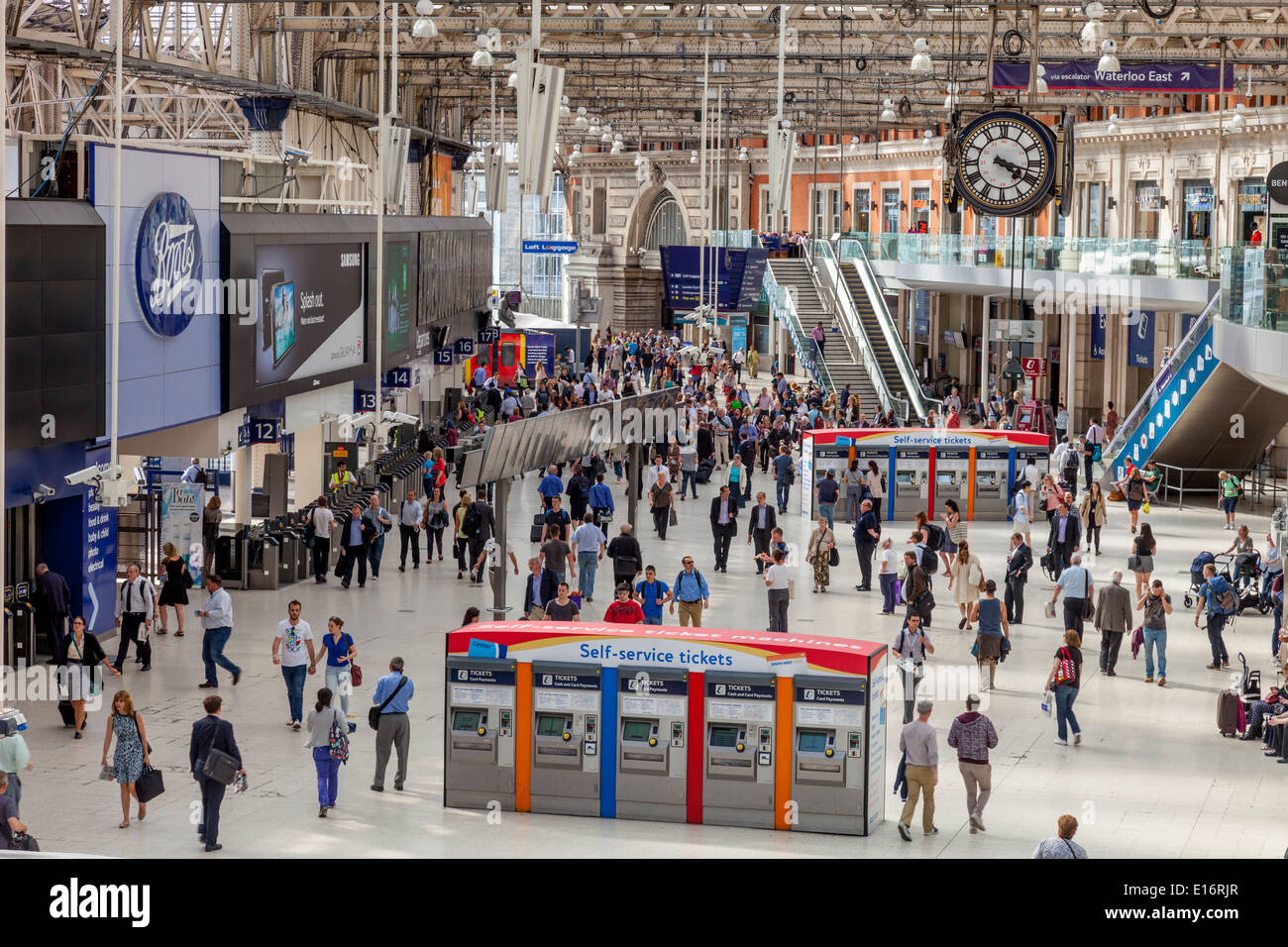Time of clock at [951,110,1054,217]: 4:17
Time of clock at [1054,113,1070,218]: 4:17
